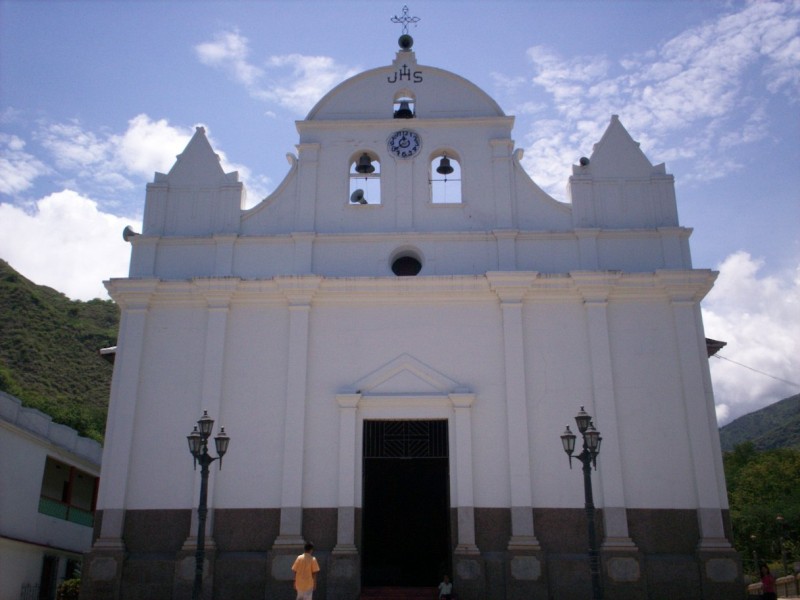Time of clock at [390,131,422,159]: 11:38
